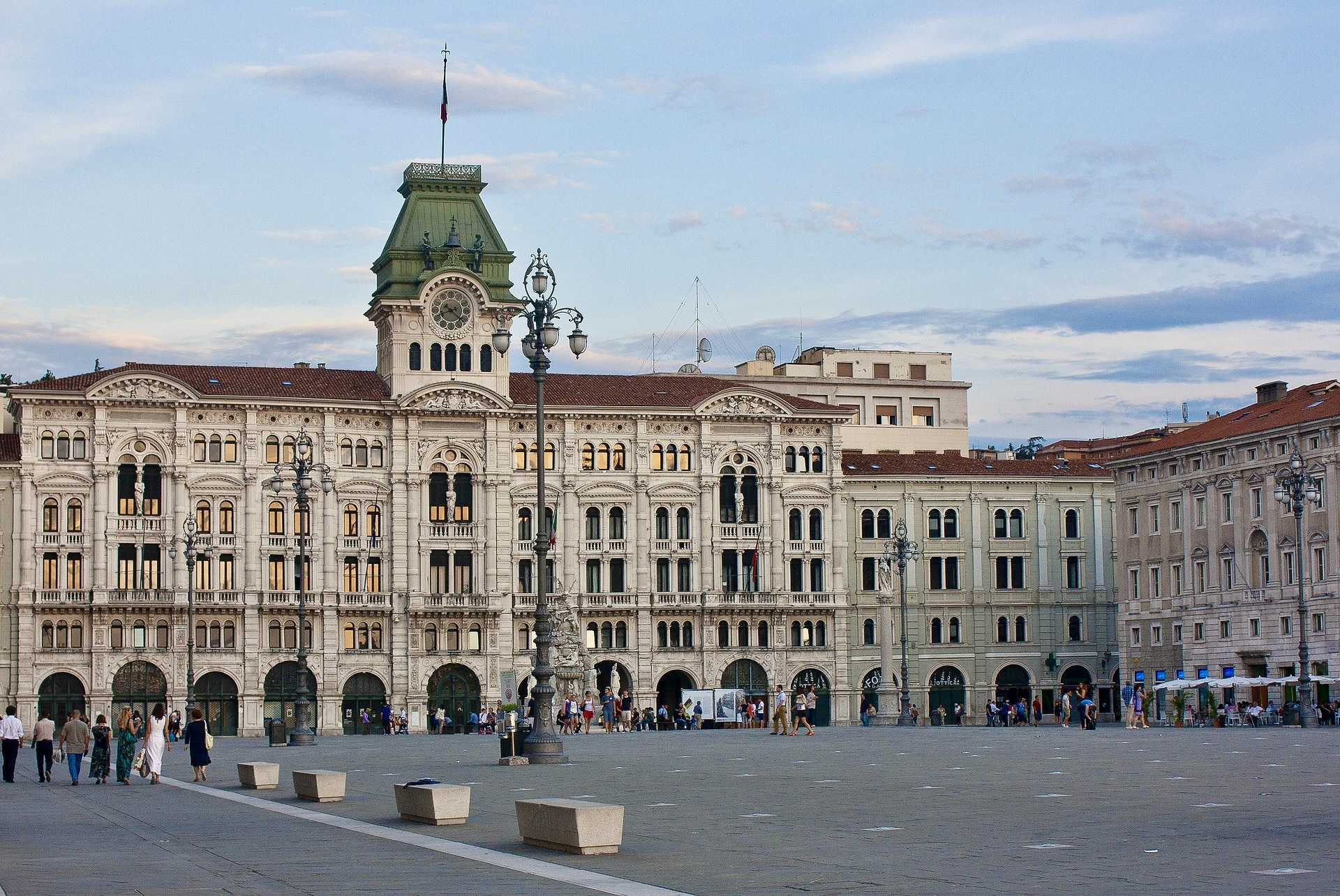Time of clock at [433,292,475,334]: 8:21
